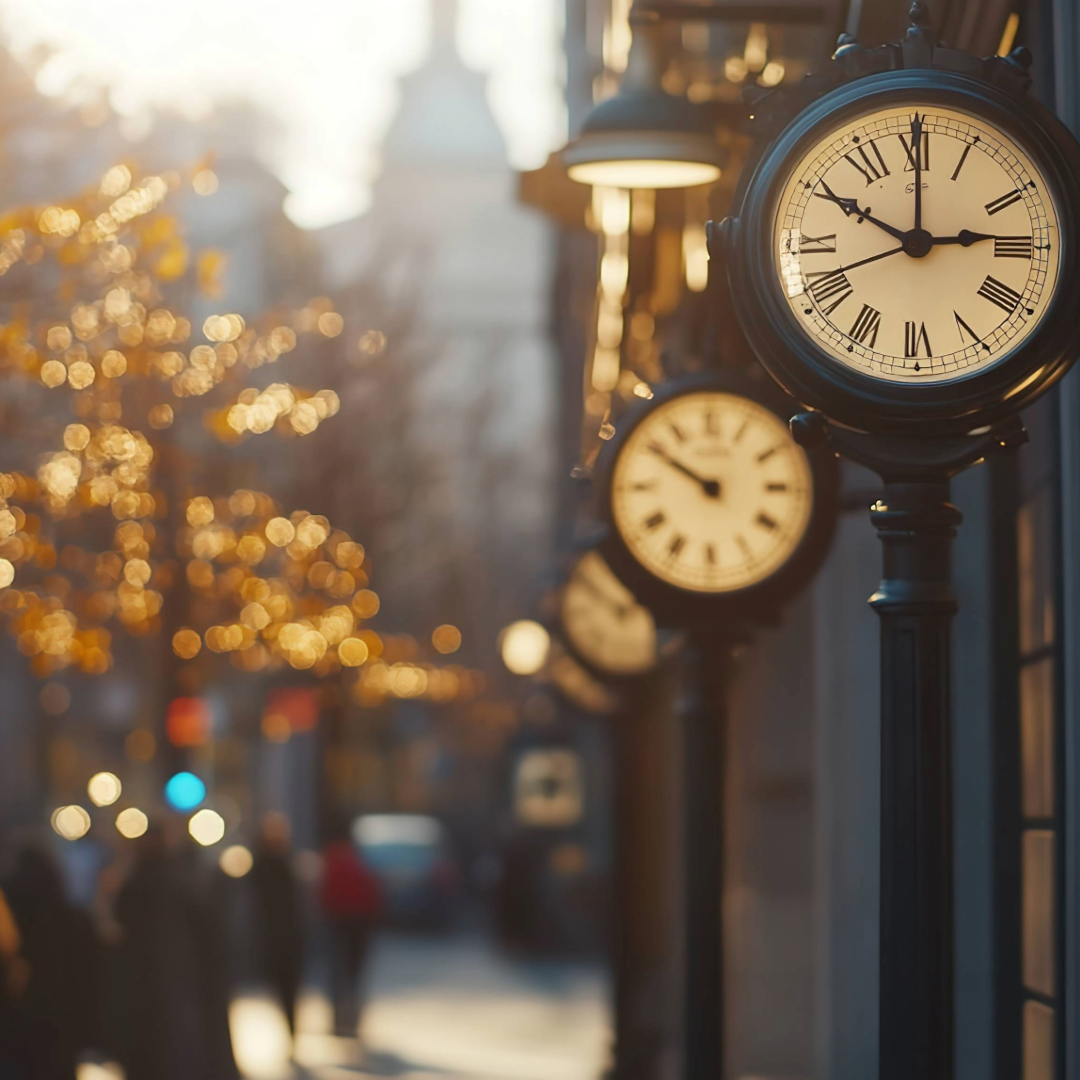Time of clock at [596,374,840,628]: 9:50
